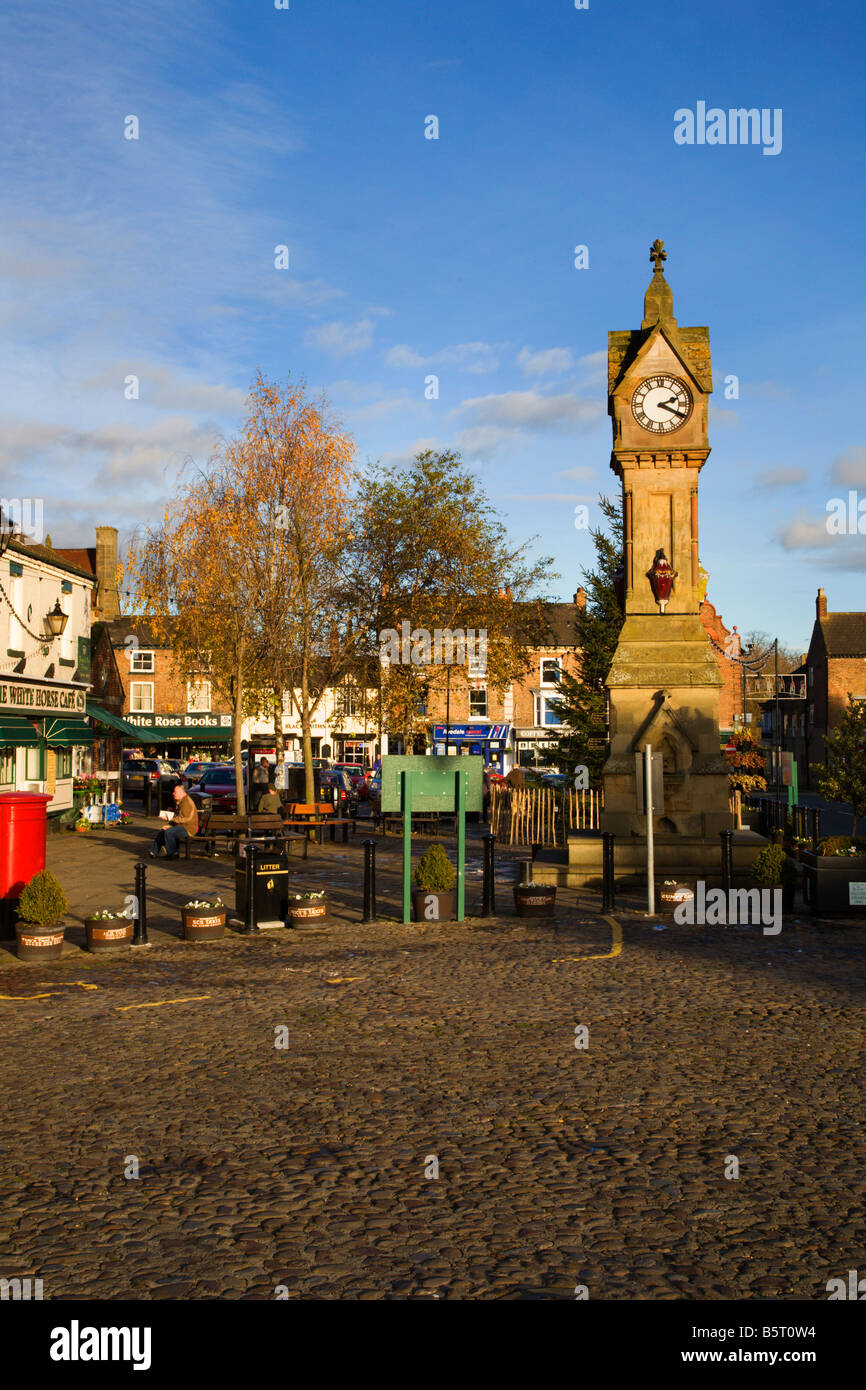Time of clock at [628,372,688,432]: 2:19
